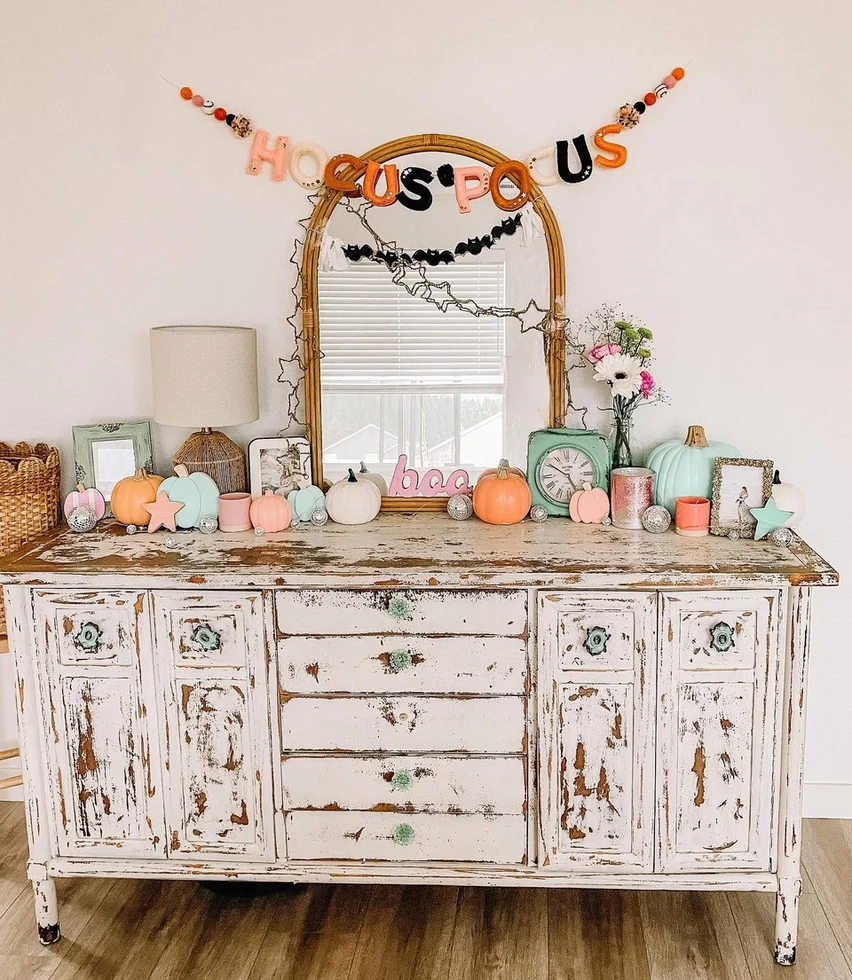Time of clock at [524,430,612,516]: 4:50
